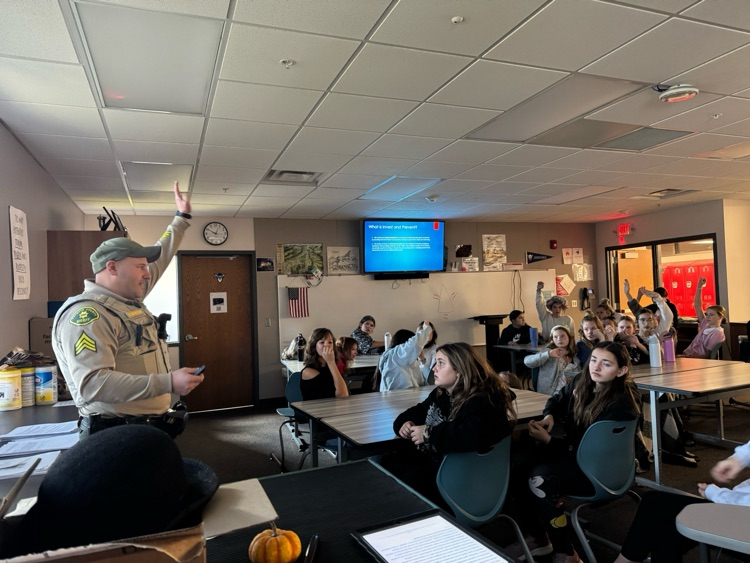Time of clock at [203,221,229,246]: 12:49
